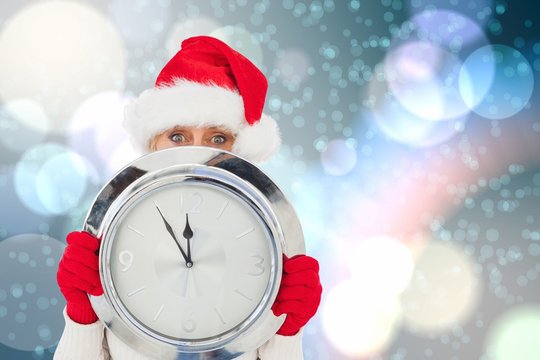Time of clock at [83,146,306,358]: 11:54
